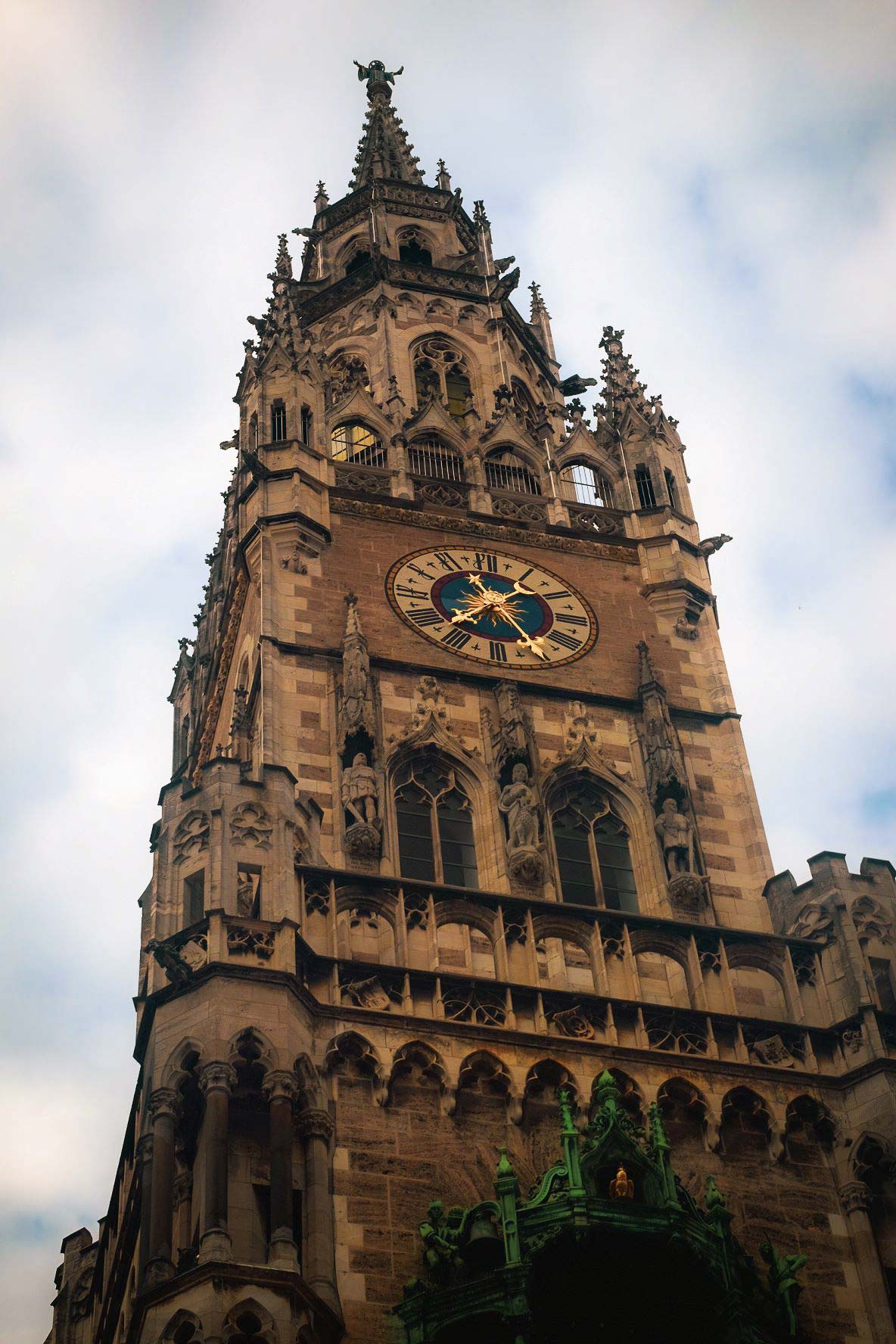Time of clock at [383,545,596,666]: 7:25
